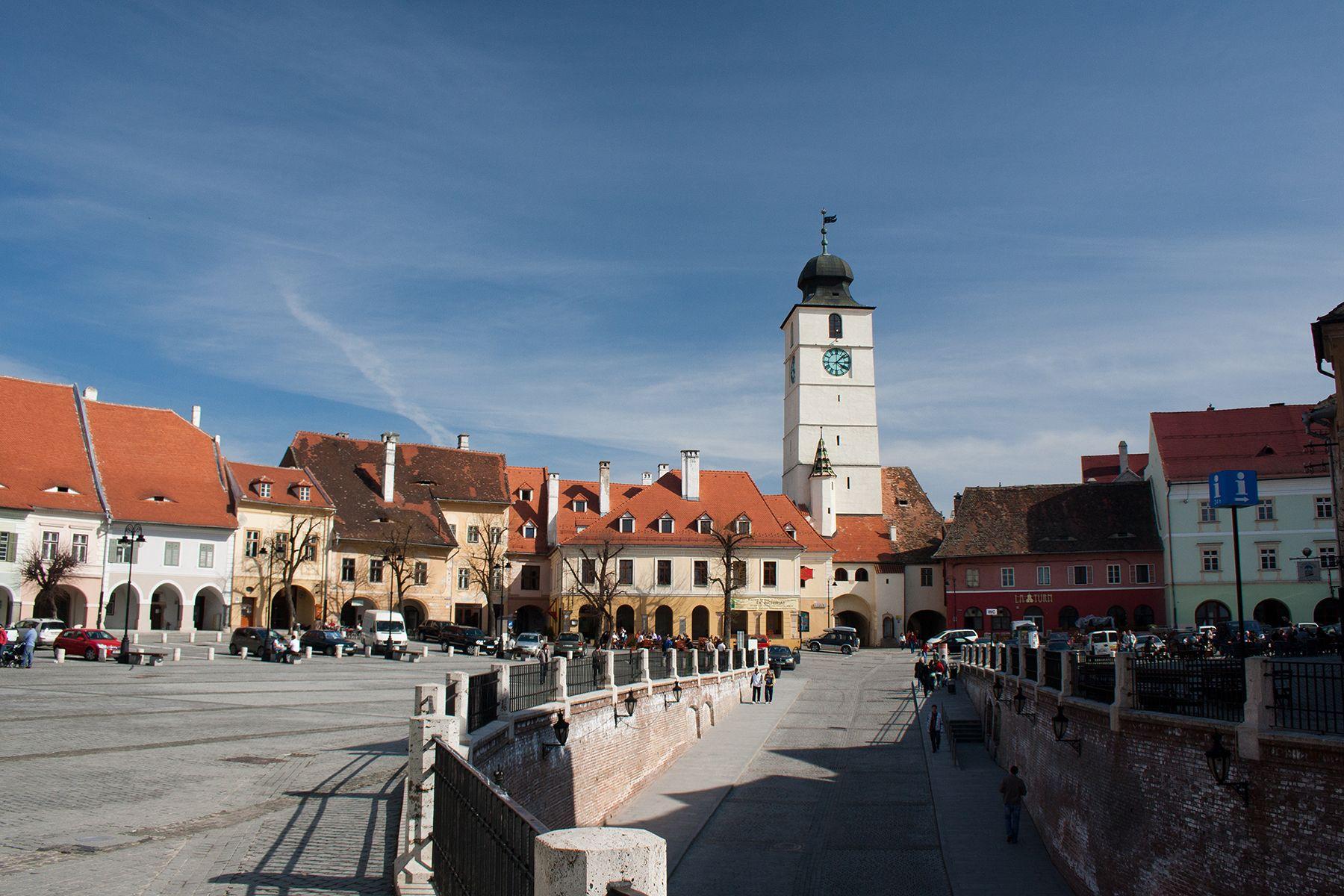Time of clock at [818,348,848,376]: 4:07
